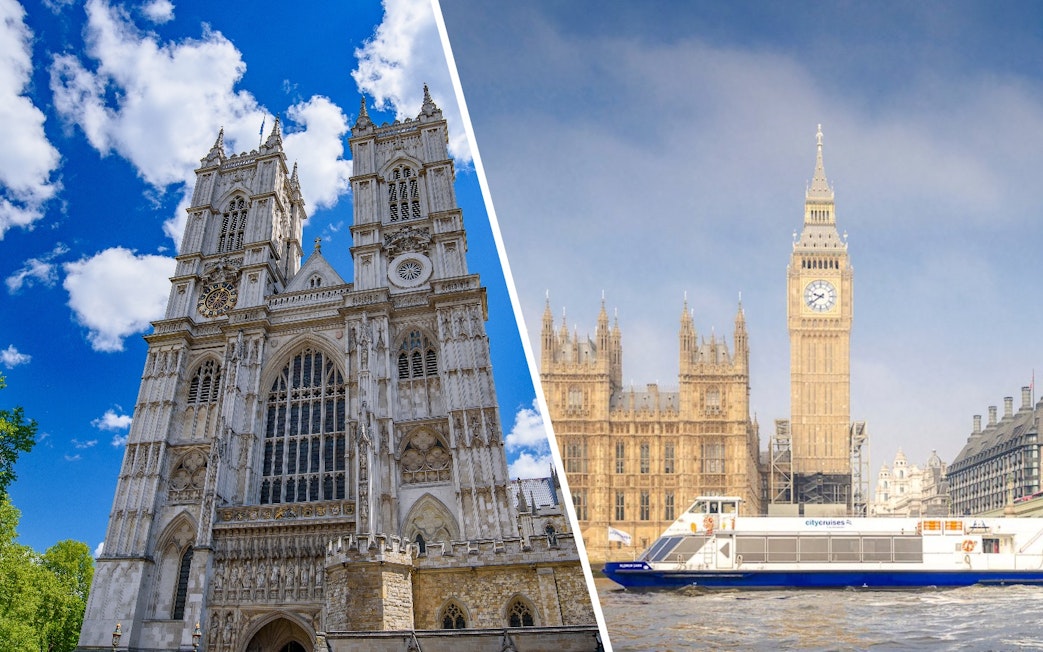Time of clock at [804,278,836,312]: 9:39
